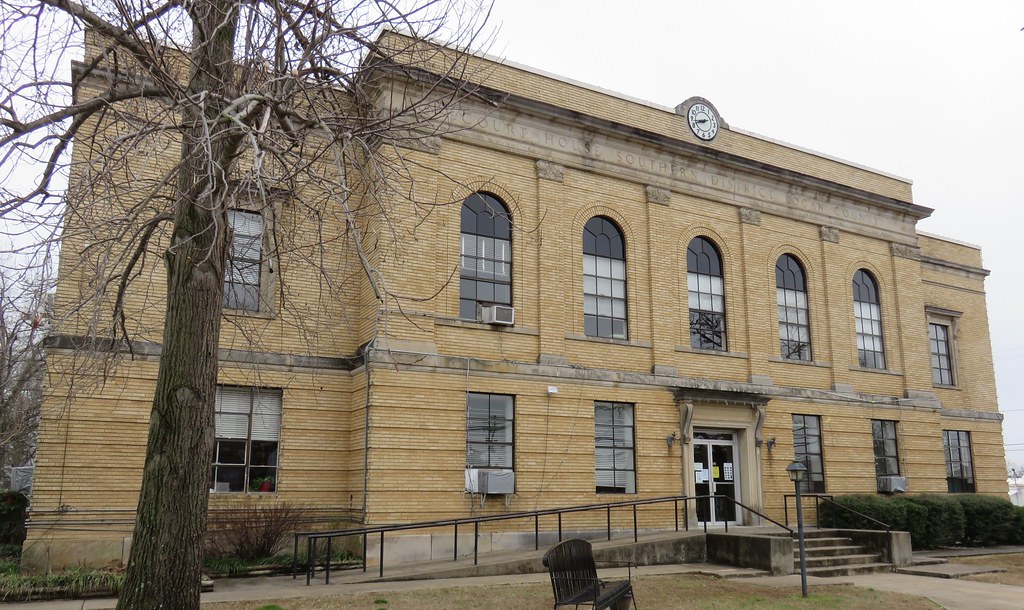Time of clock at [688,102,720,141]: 8:42
